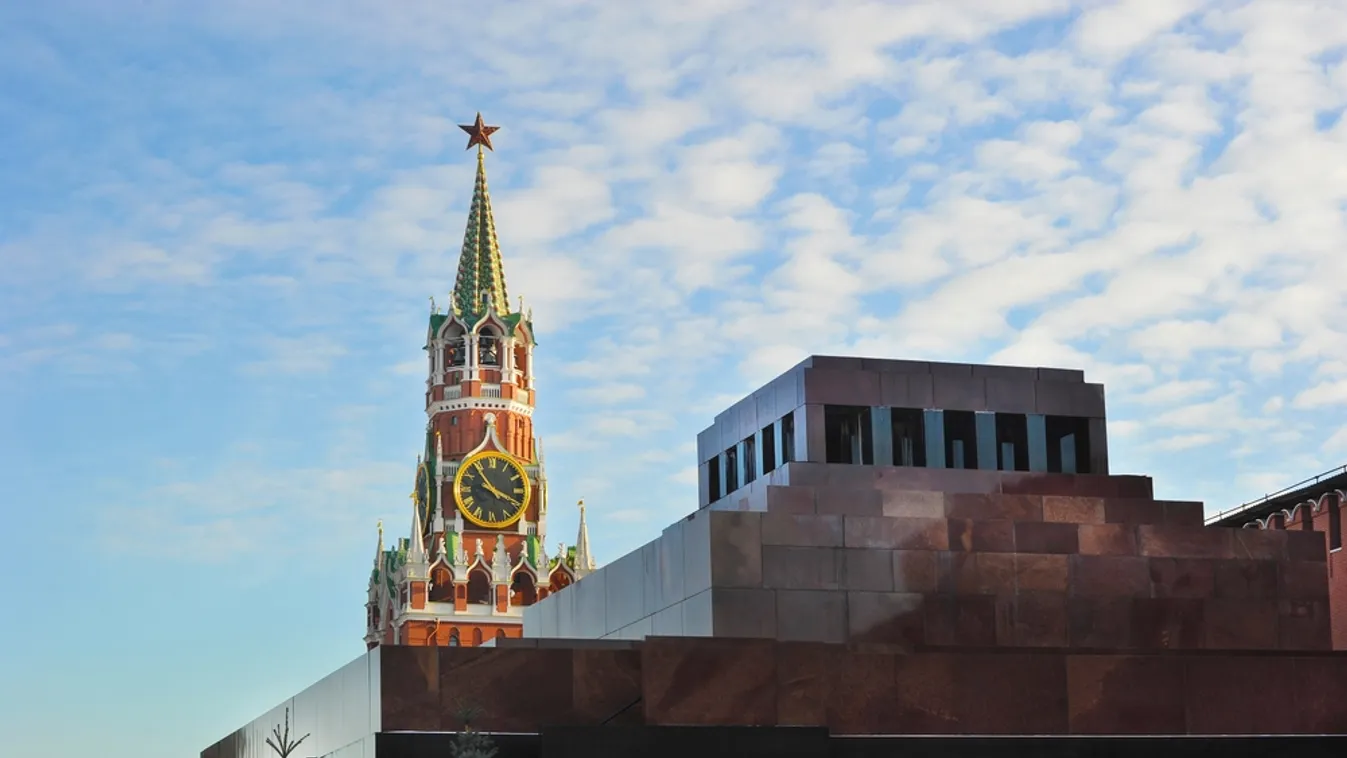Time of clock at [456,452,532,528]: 3:53
